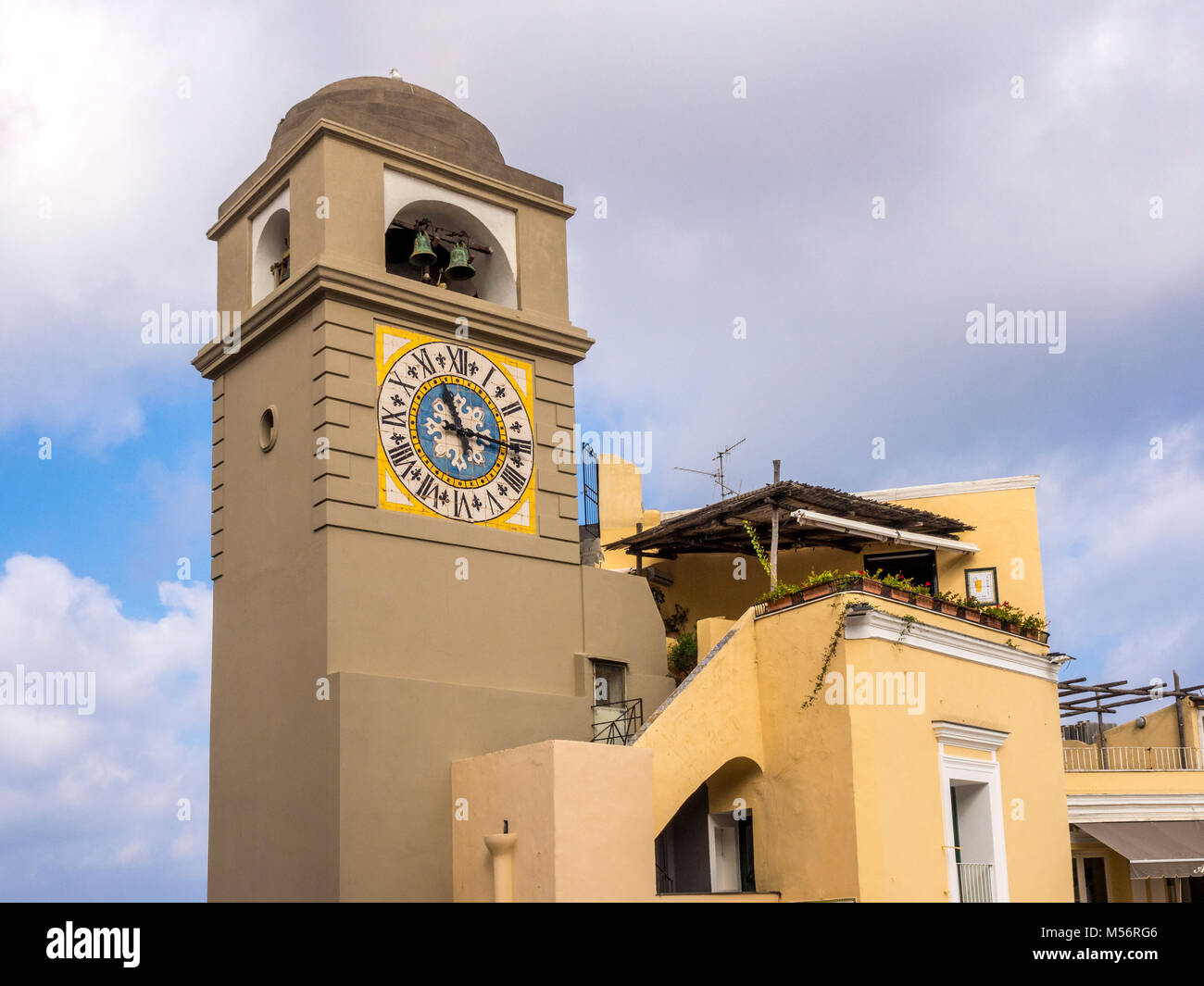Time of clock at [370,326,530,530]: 11:14
